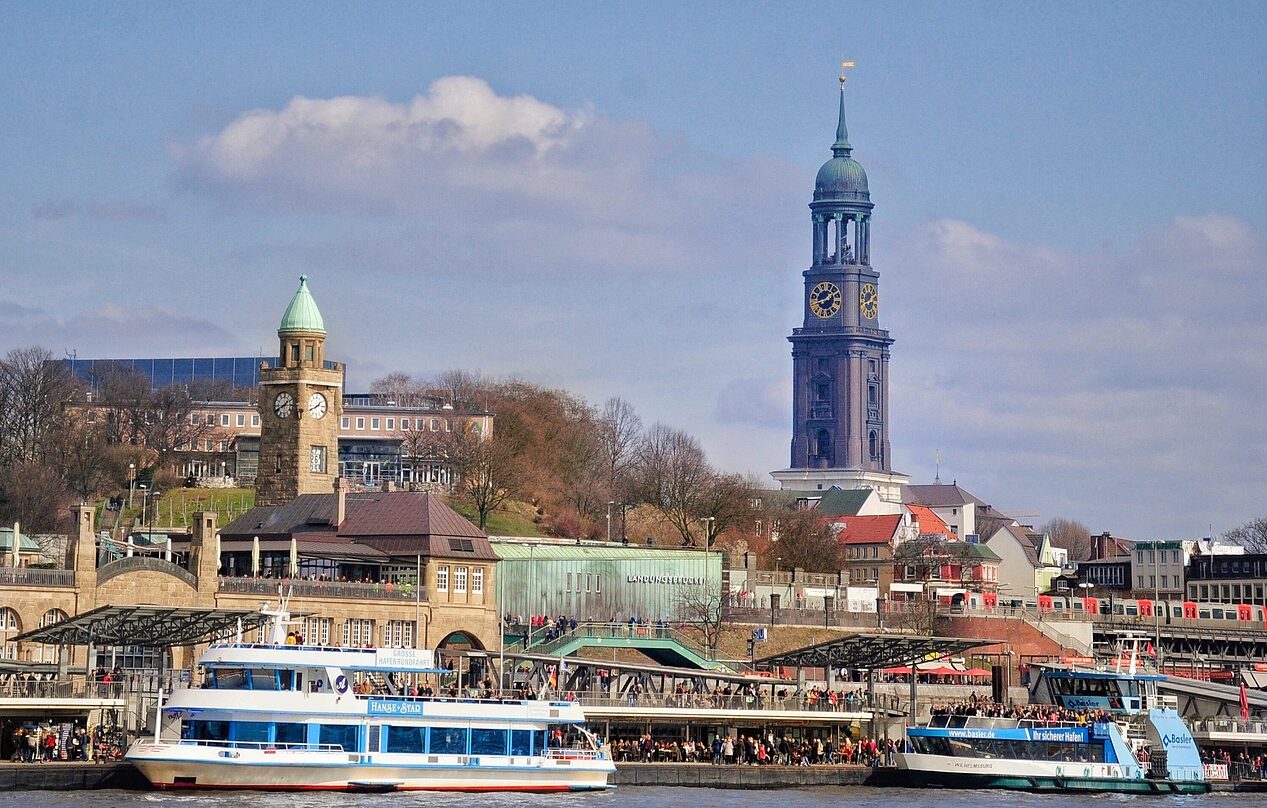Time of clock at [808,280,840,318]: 1:42
